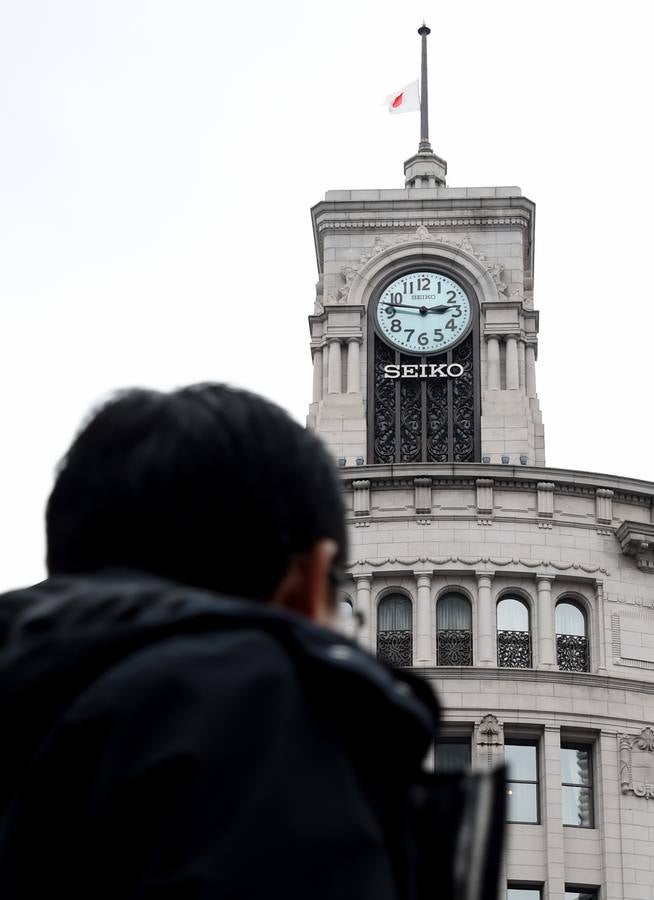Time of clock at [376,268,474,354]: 2:46
